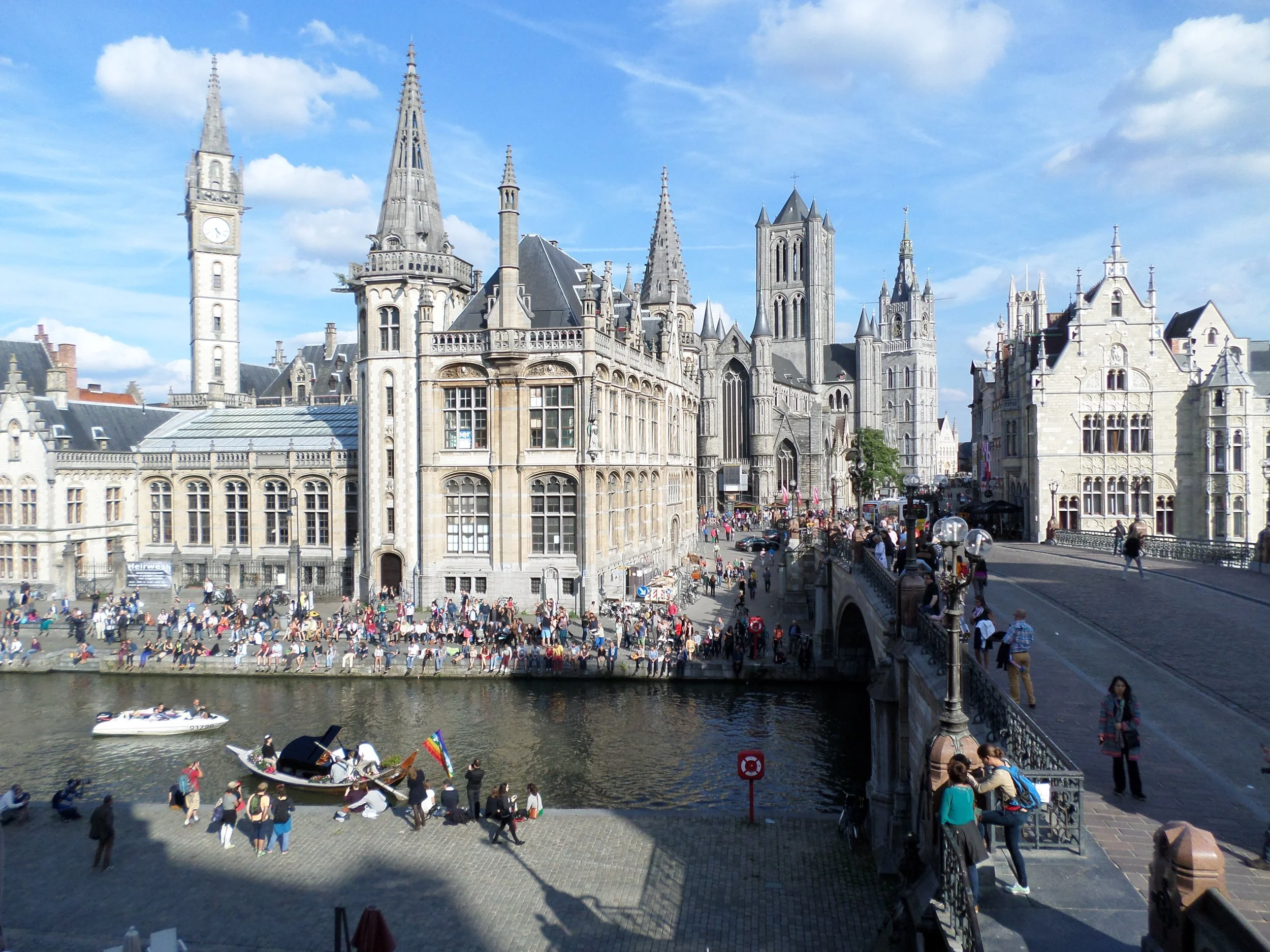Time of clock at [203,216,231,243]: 4:29
